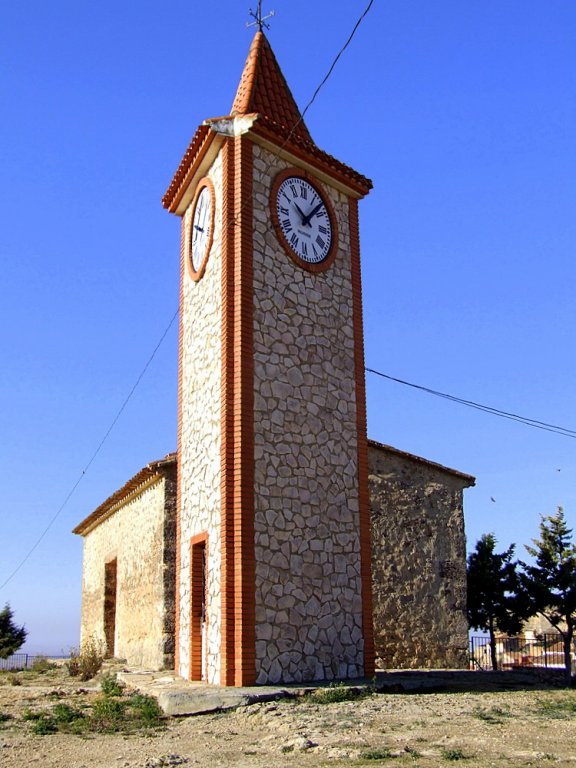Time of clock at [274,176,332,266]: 10:07
